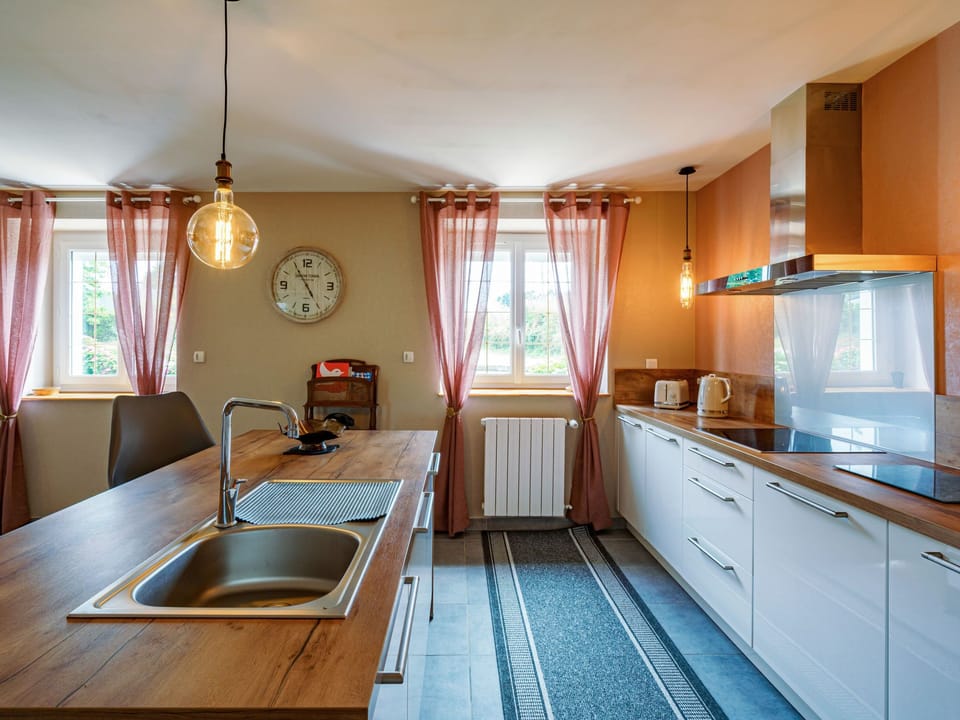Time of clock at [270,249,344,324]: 4:54
